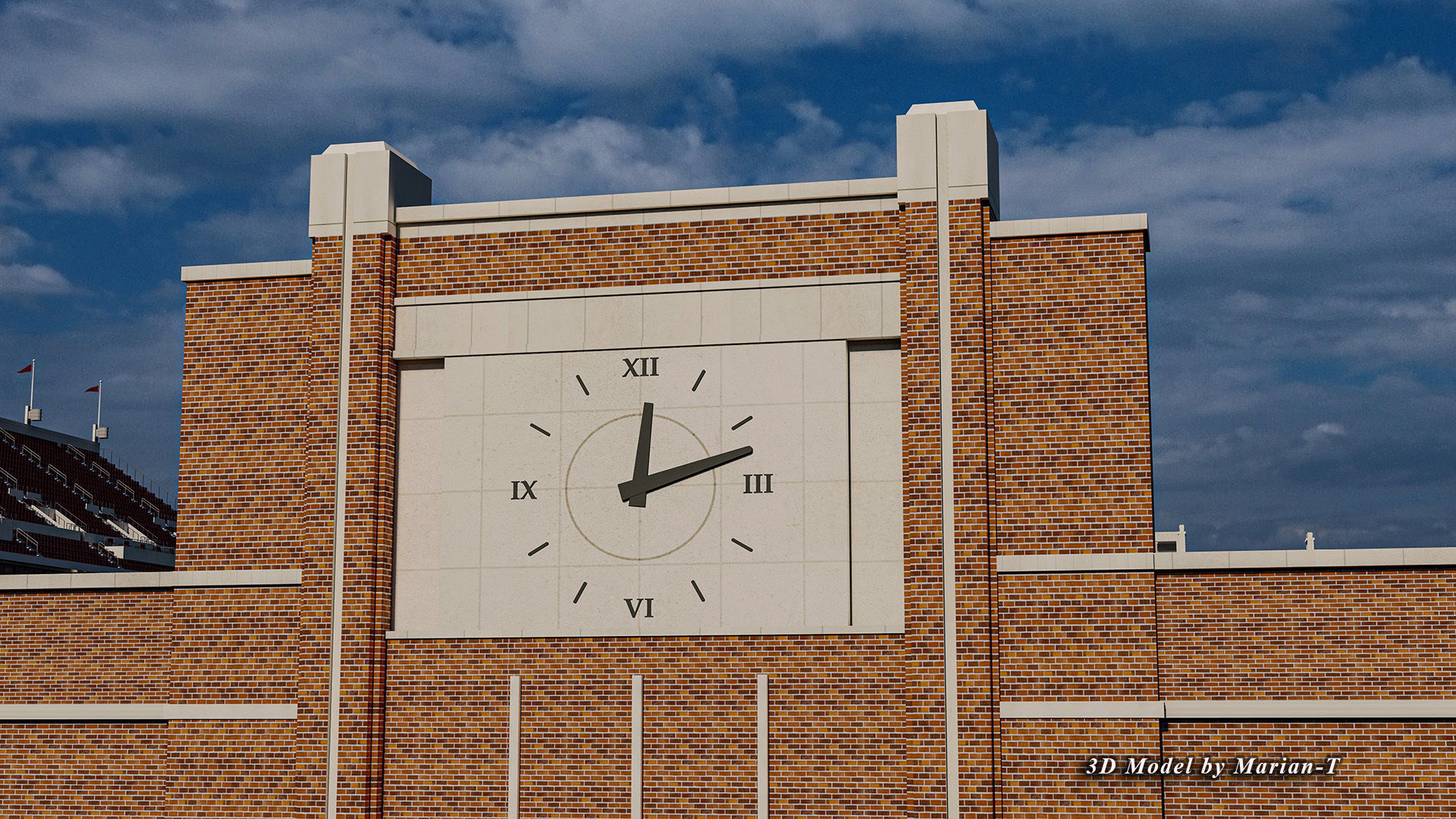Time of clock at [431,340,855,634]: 12:12
